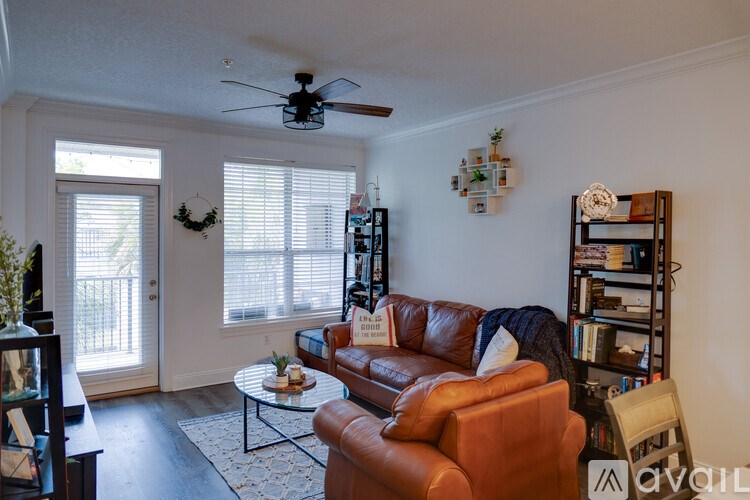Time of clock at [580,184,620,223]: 7:17
